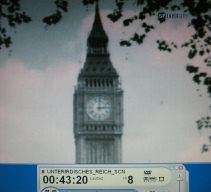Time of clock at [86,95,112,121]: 3:00
